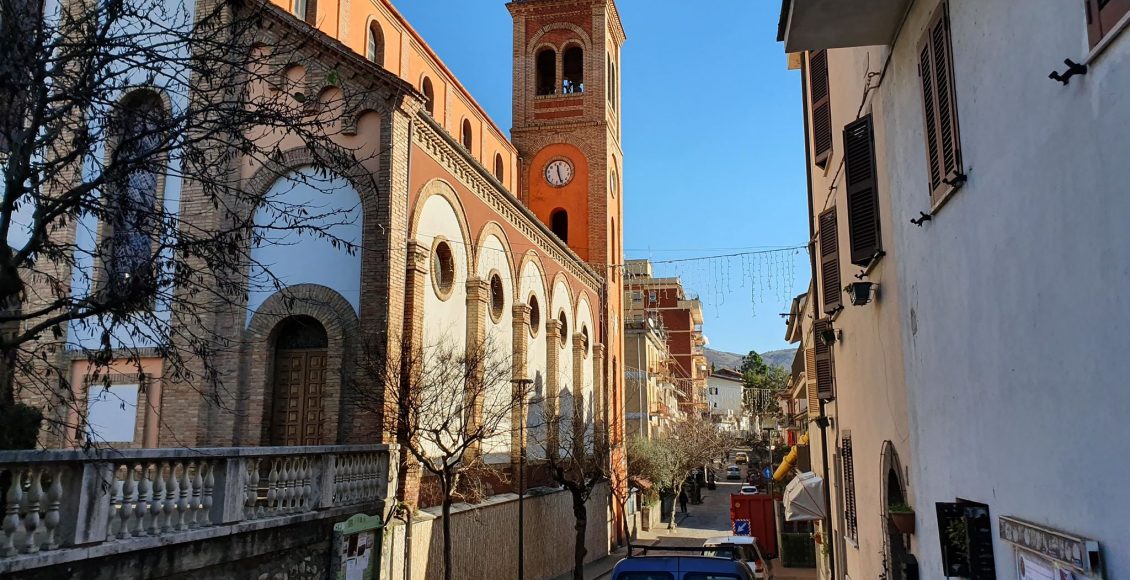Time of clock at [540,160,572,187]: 11:25
